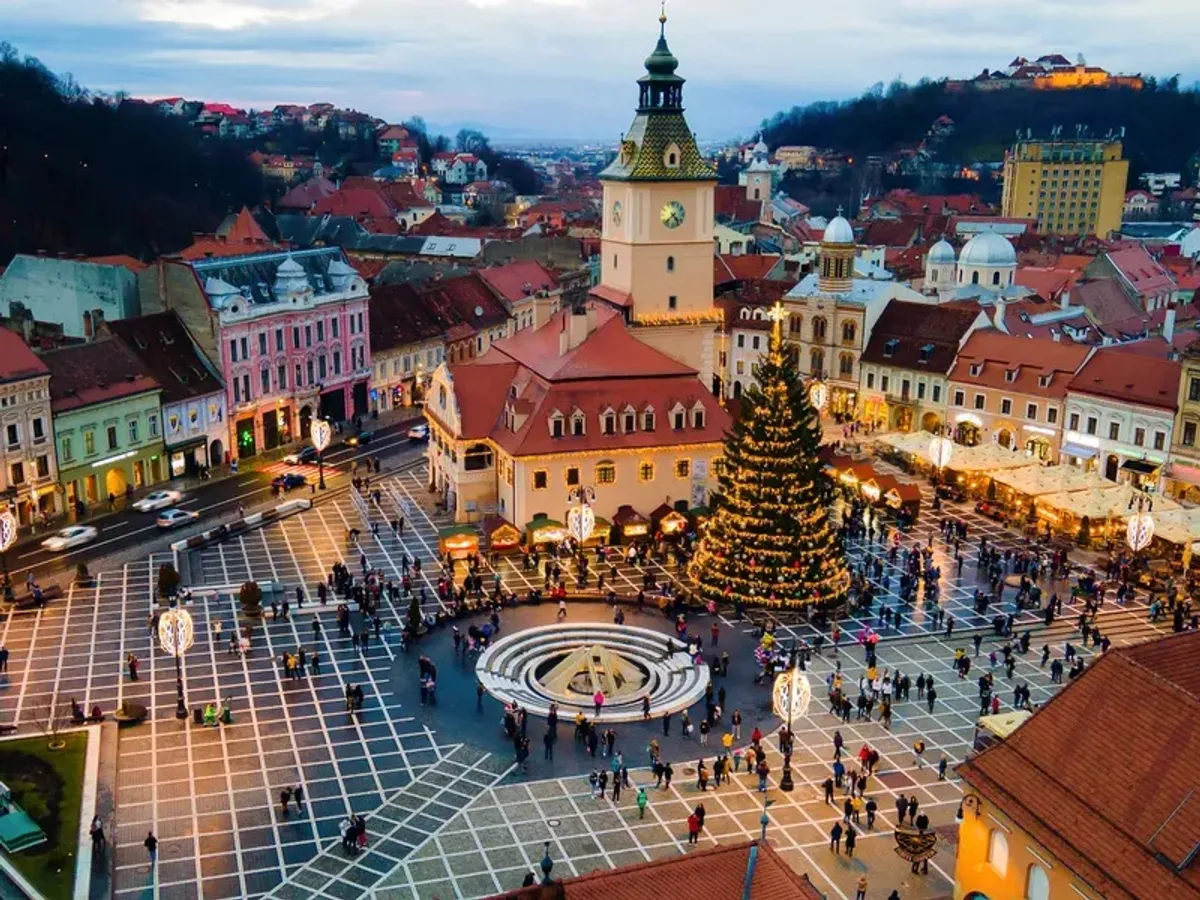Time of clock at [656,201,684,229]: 4:37
